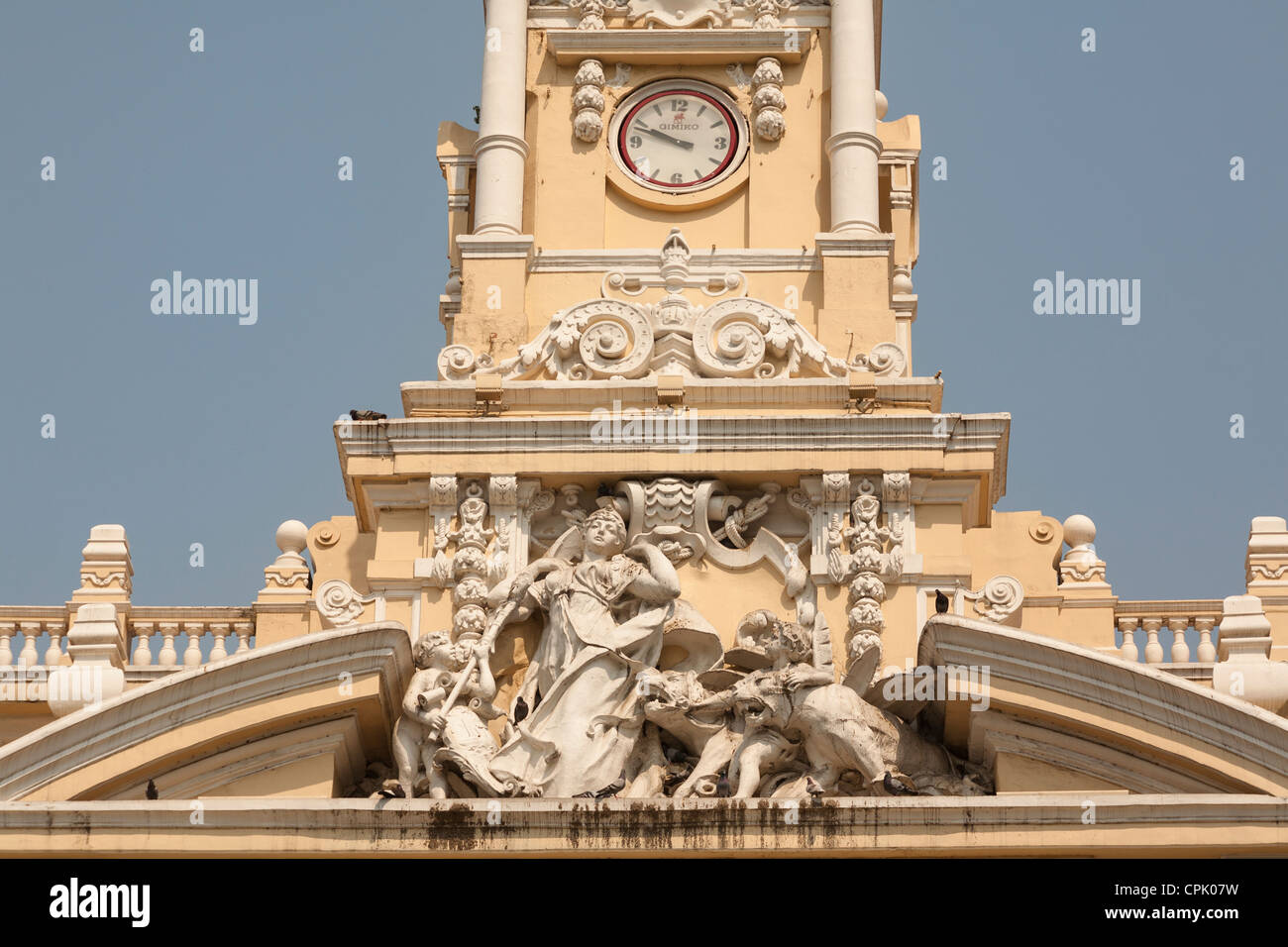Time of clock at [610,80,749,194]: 9:48
